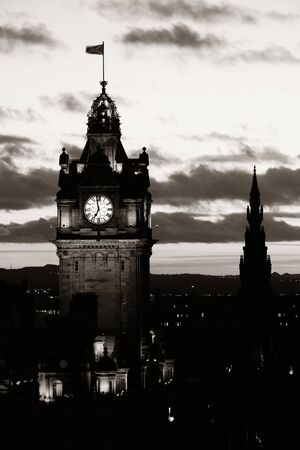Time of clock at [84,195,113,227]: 6:58
